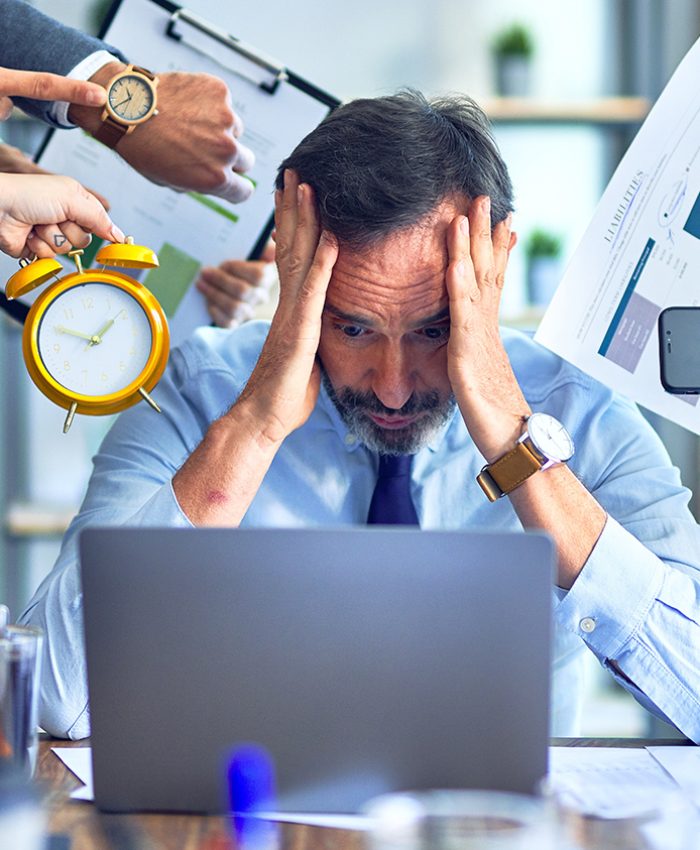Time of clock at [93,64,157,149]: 11:40
